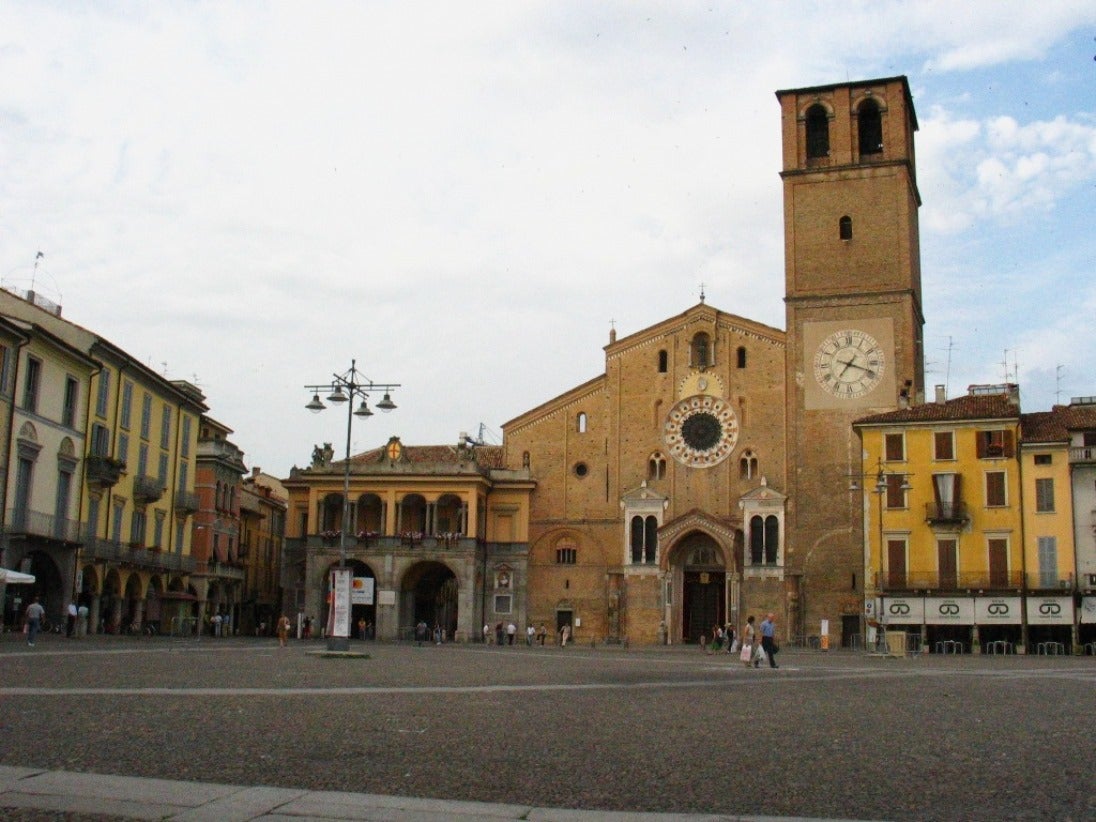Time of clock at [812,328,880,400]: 7:18
